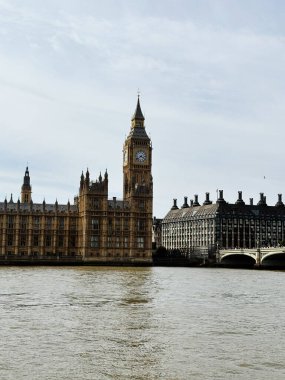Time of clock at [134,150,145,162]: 3:38
